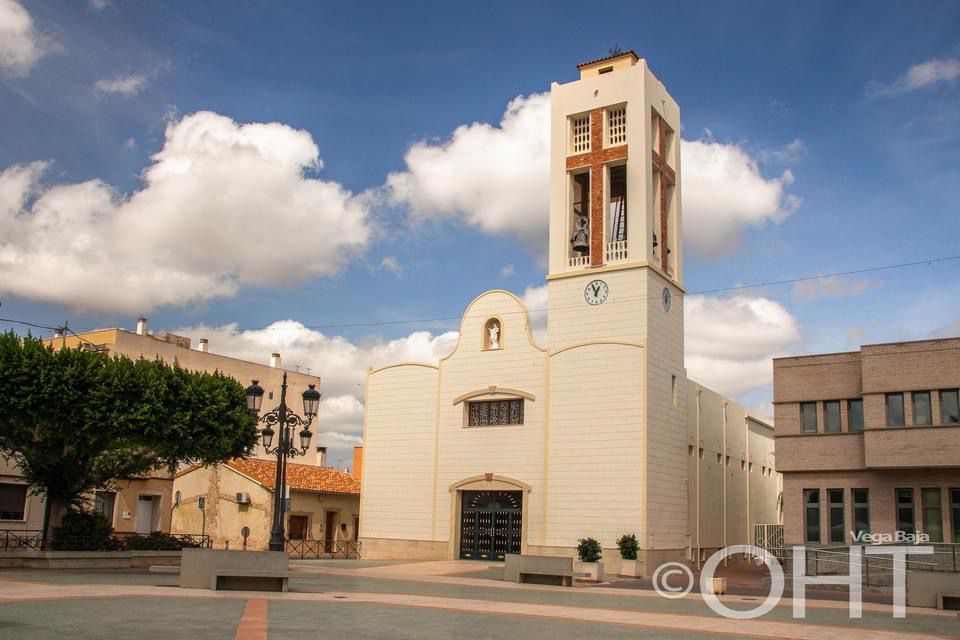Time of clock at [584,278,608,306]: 12:55
